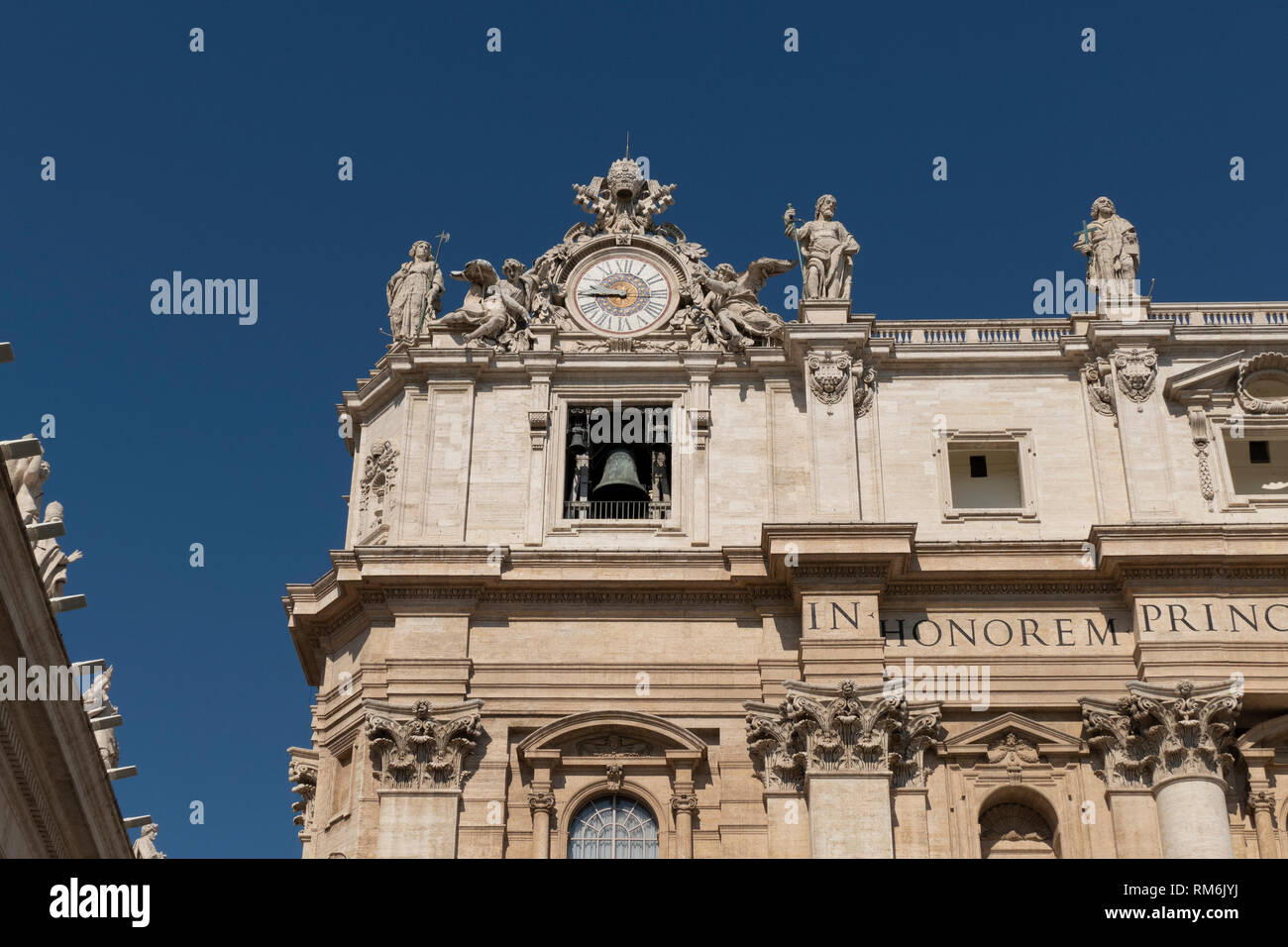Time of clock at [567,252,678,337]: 8:45
